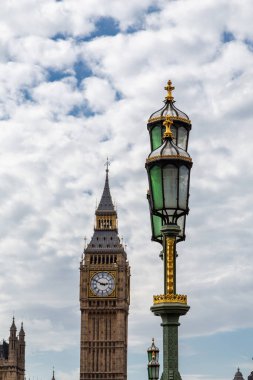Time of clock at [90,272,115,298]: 2:49
